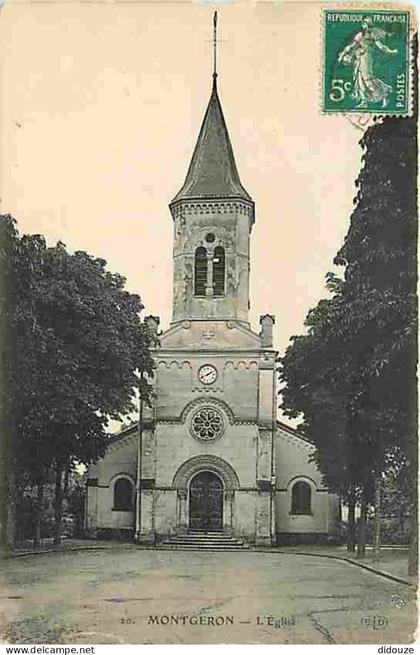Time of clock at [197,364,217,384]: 1:41
